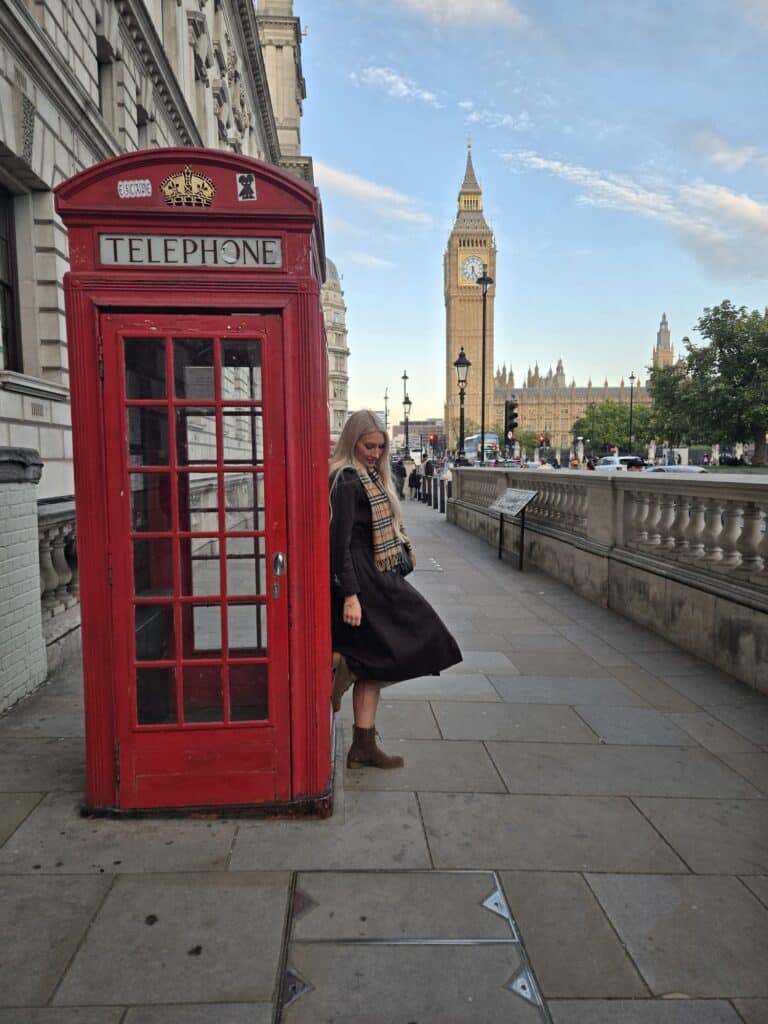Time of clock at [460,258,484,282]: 6:25
